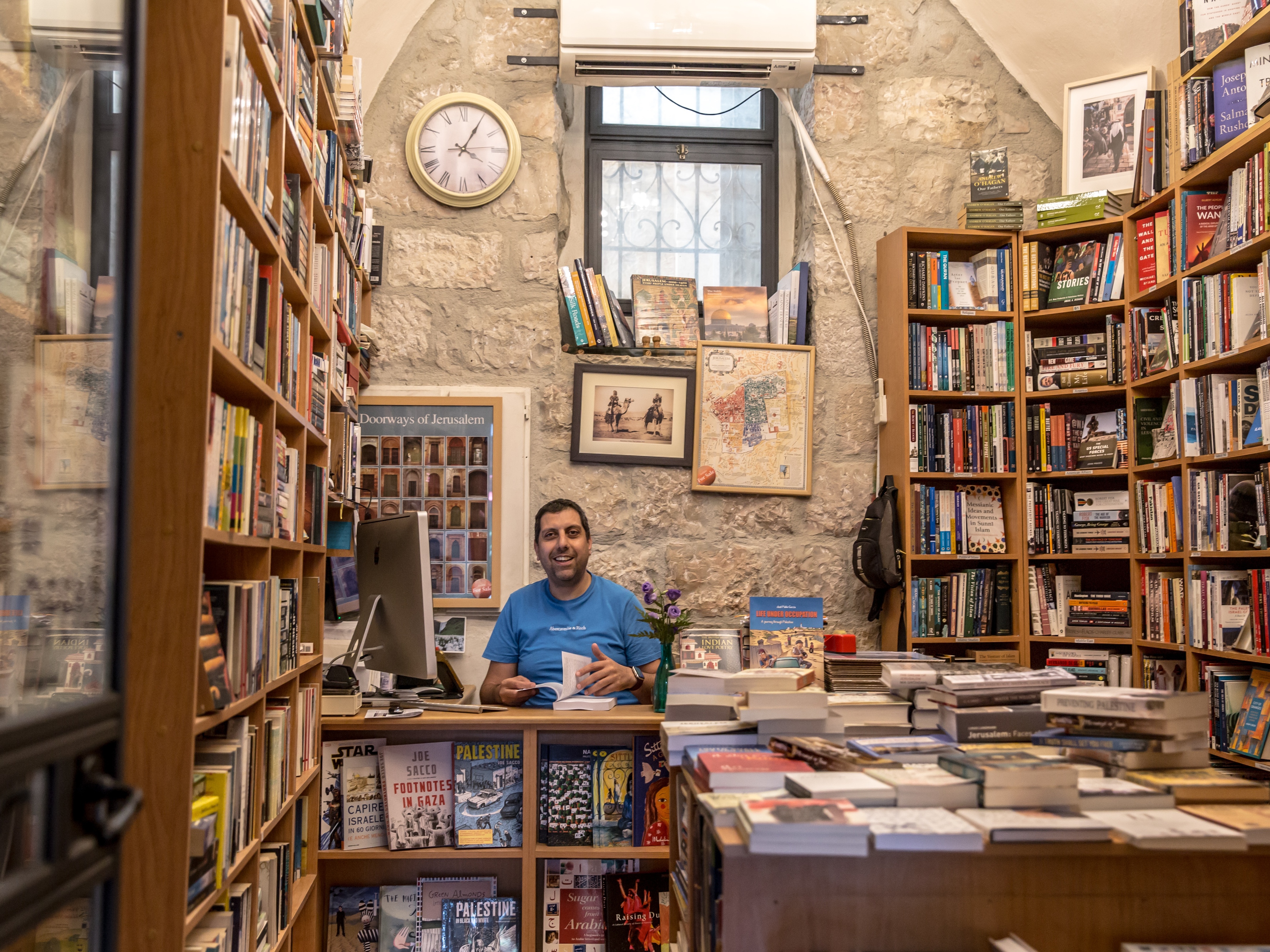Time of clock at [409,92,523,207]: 4:05
